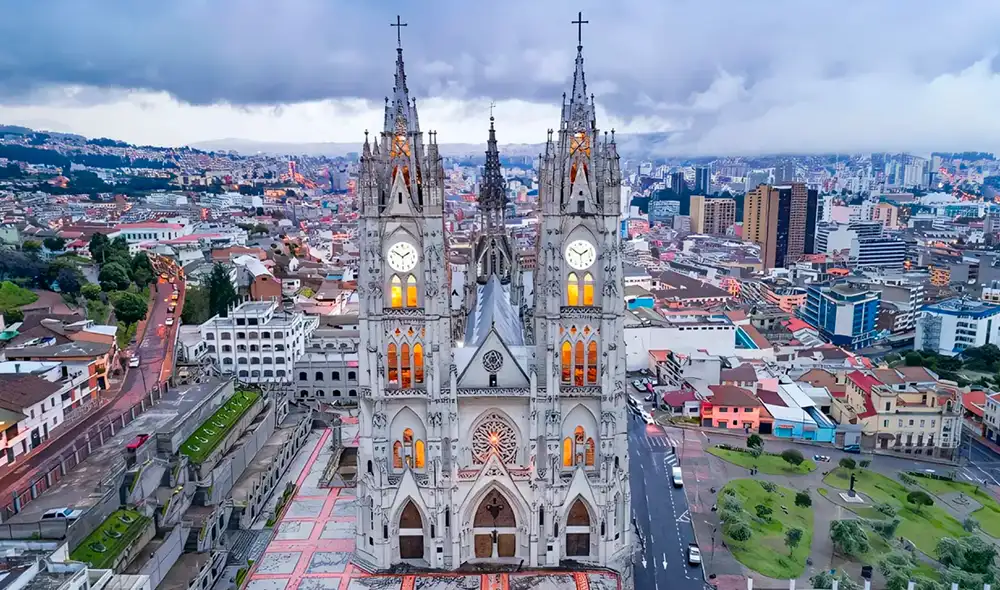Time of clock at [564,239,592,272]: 1:50
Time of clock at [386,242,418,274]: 1:50
